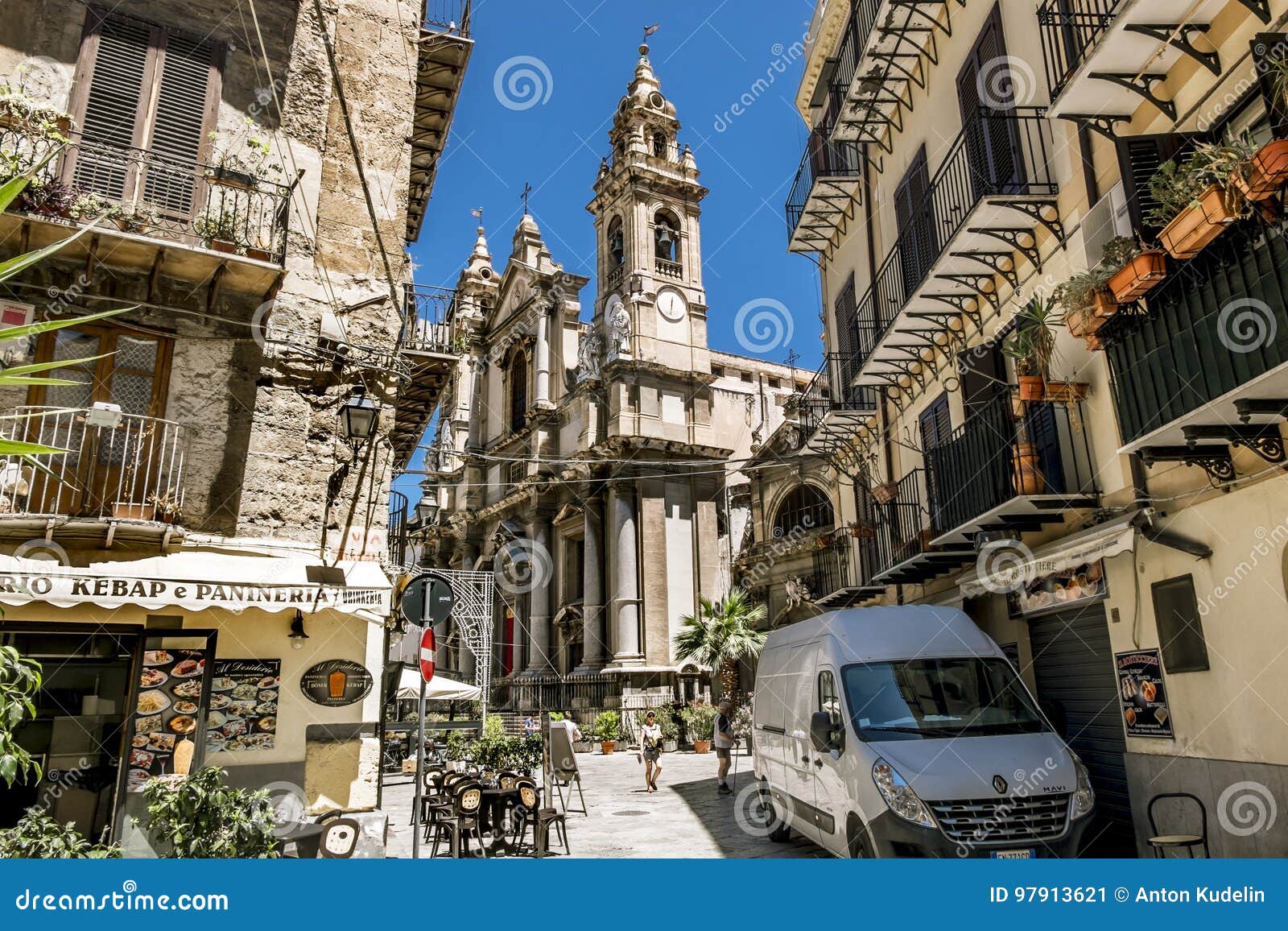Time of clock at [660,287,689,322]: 12:32
